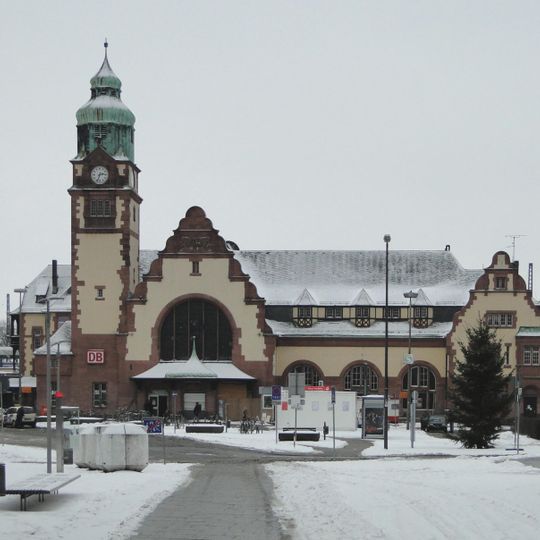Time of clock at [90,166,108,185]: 2:33
